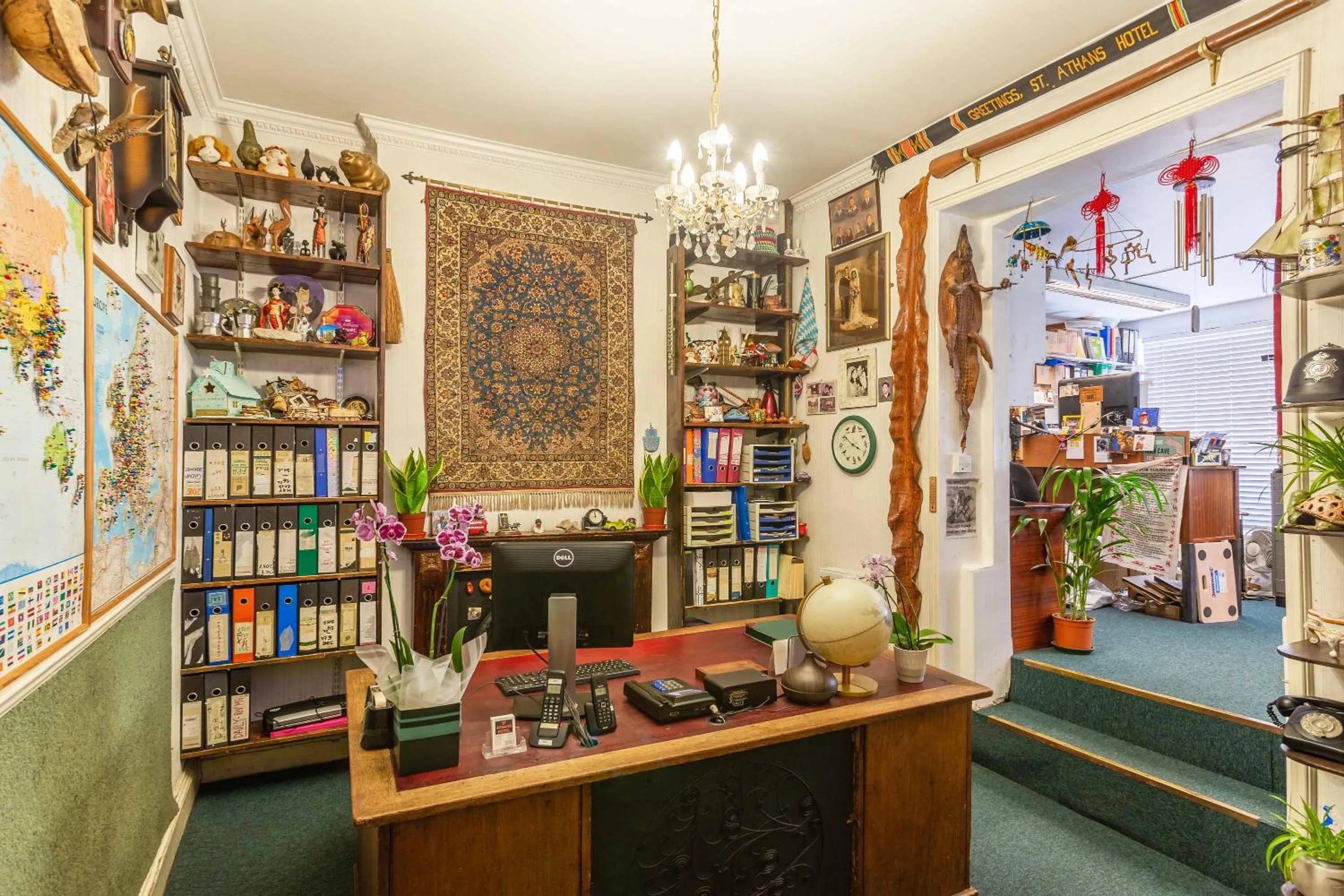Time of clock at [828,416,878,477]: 3:51
